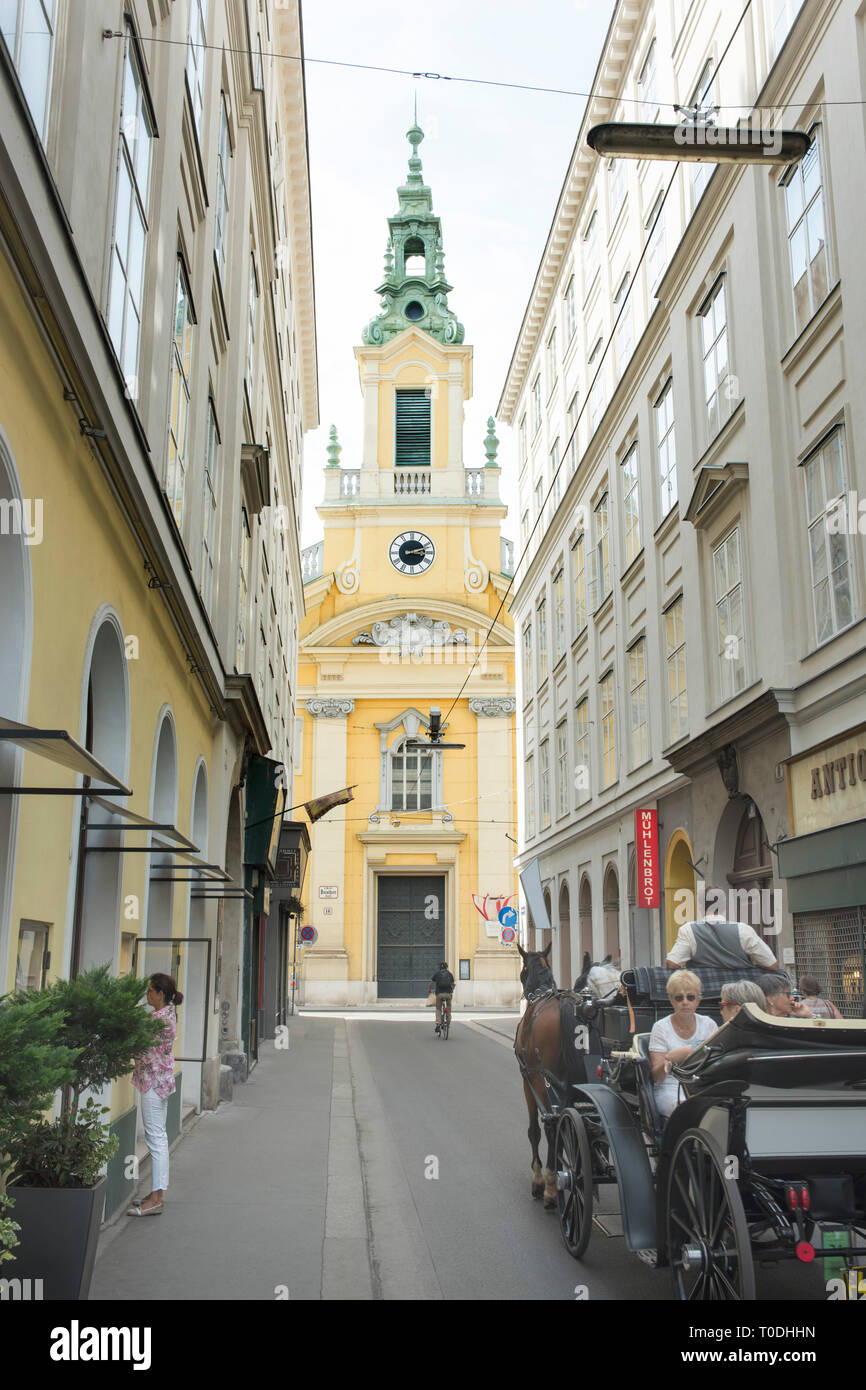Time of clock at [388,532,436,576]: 3:12
